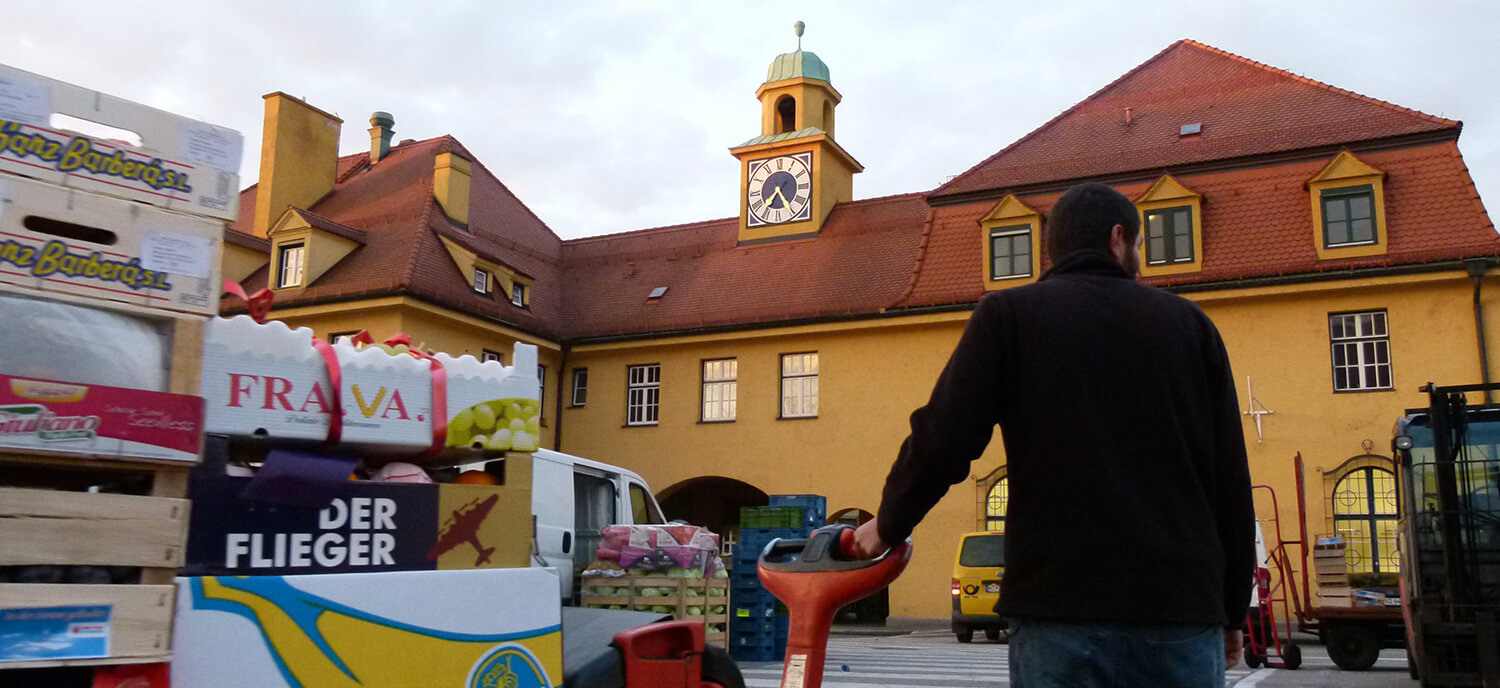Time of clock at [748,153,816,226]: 7:25
